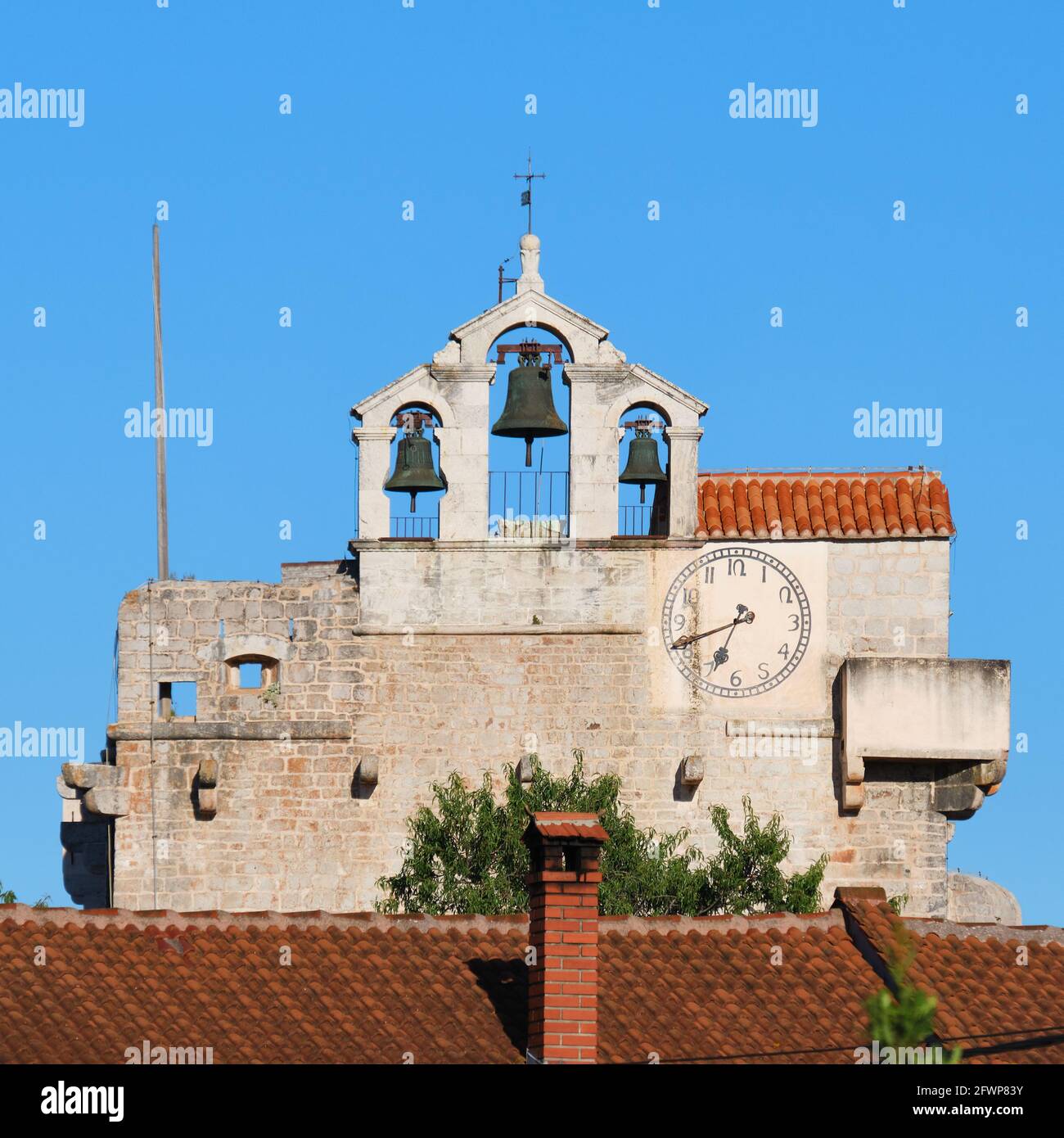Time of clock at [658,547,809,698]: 6:41
